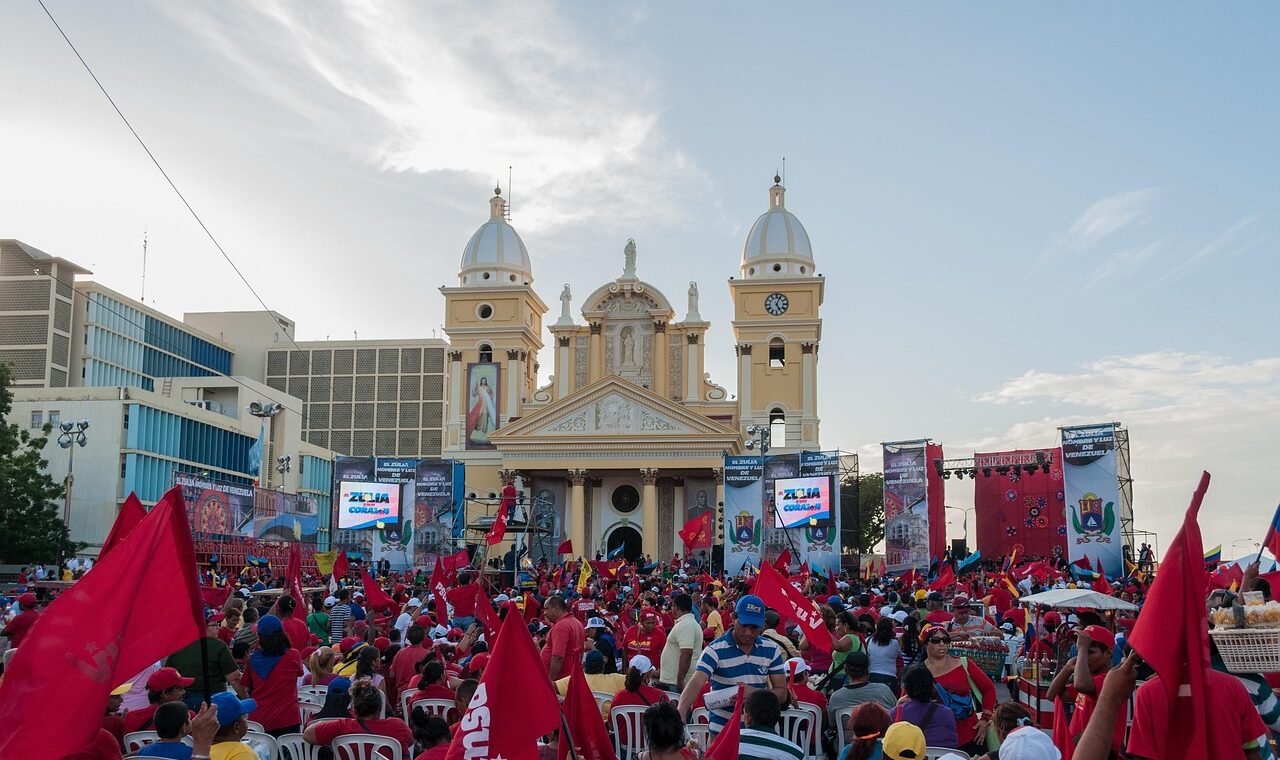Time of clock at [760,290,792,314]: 5:03
